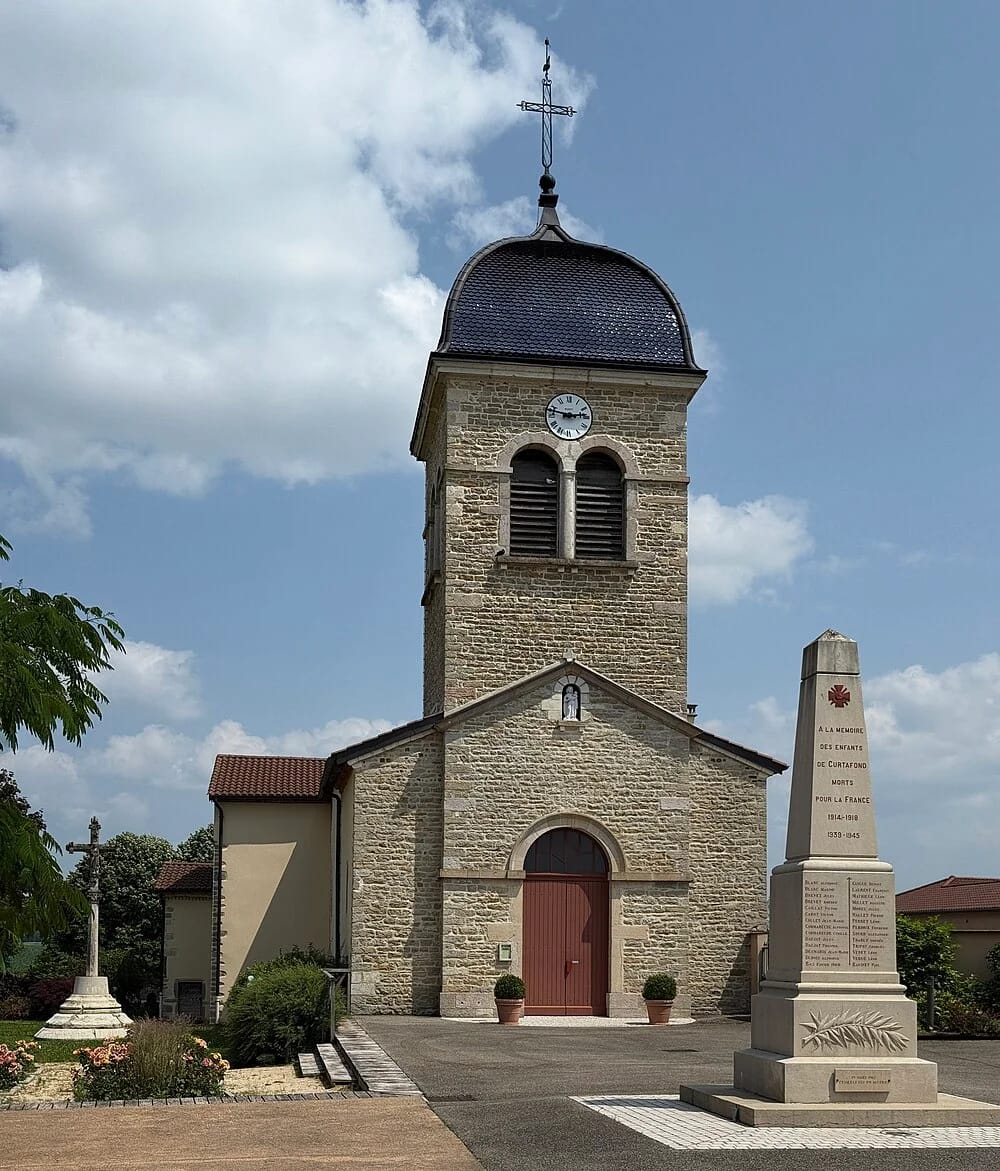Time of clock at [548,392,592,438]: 2:47
